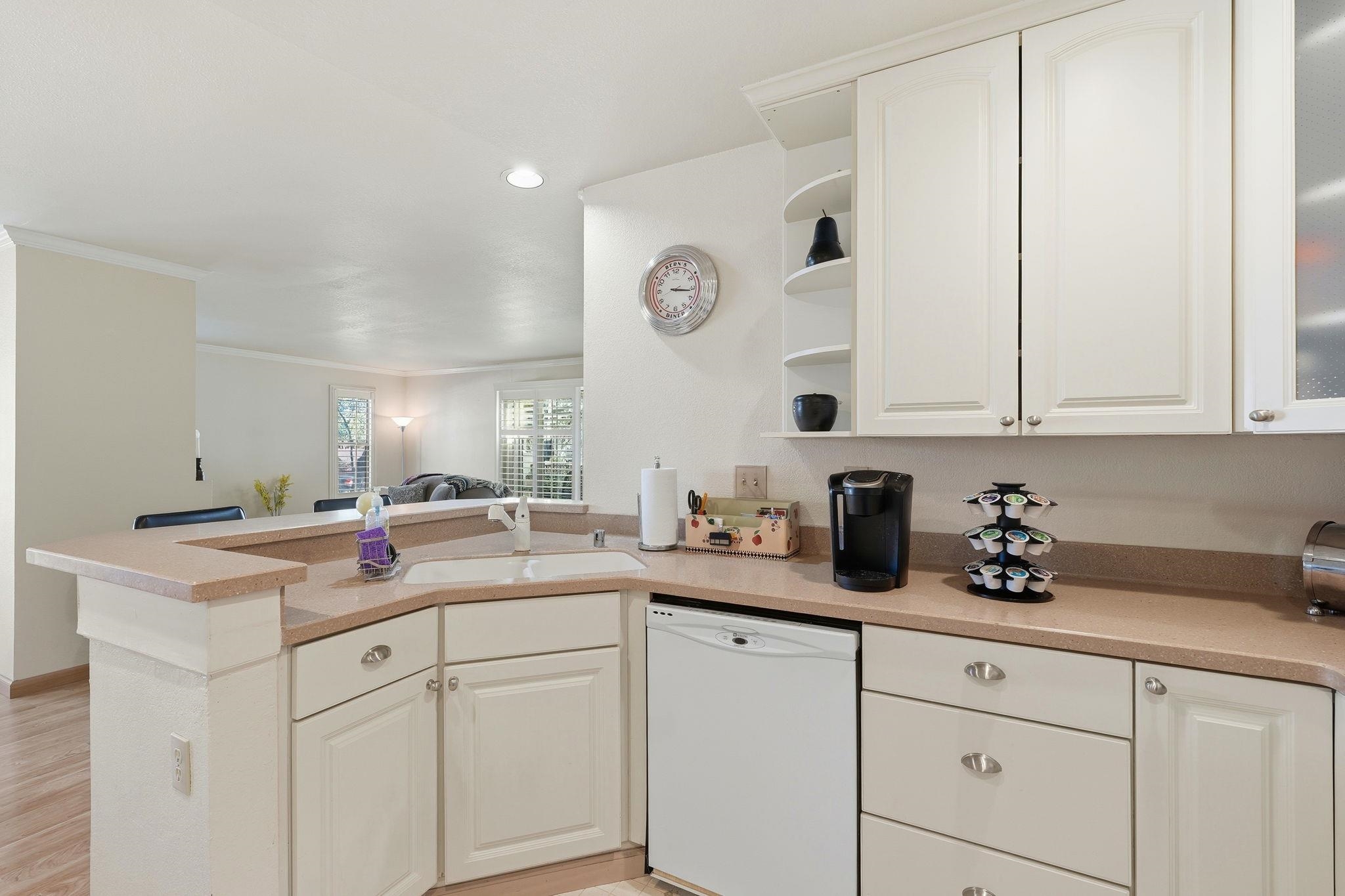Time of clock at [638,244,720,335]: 3:15
